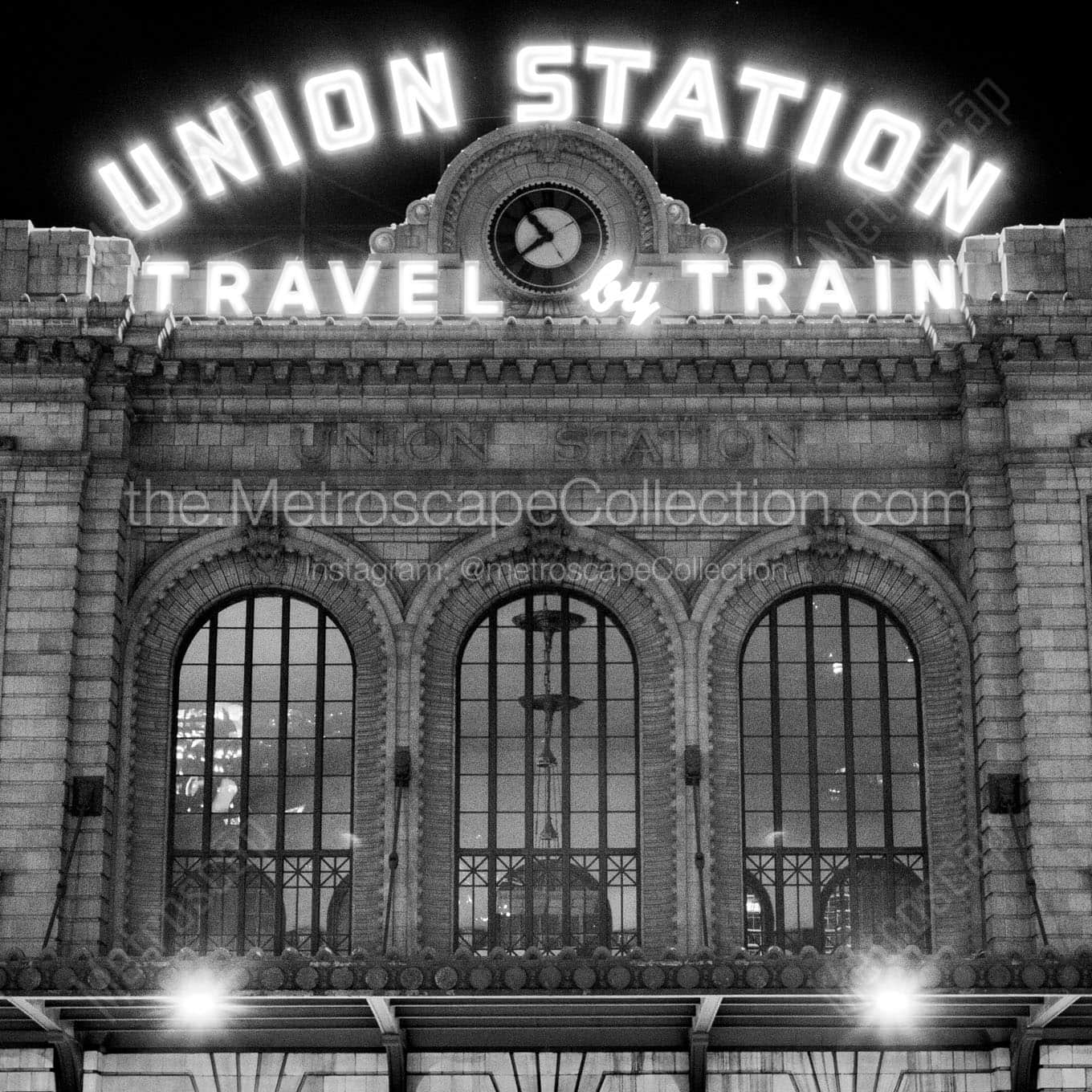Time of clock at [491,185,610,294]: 10:38
